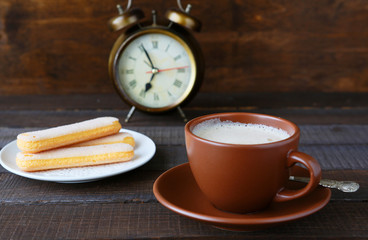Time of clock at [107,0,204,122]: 6:55
